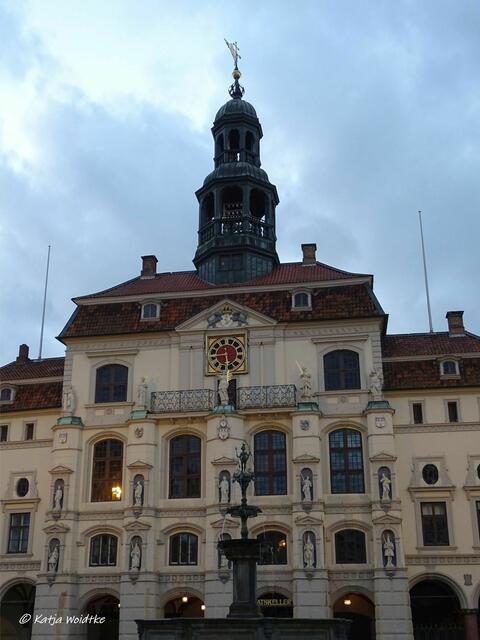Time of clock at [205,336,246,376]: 5:44
